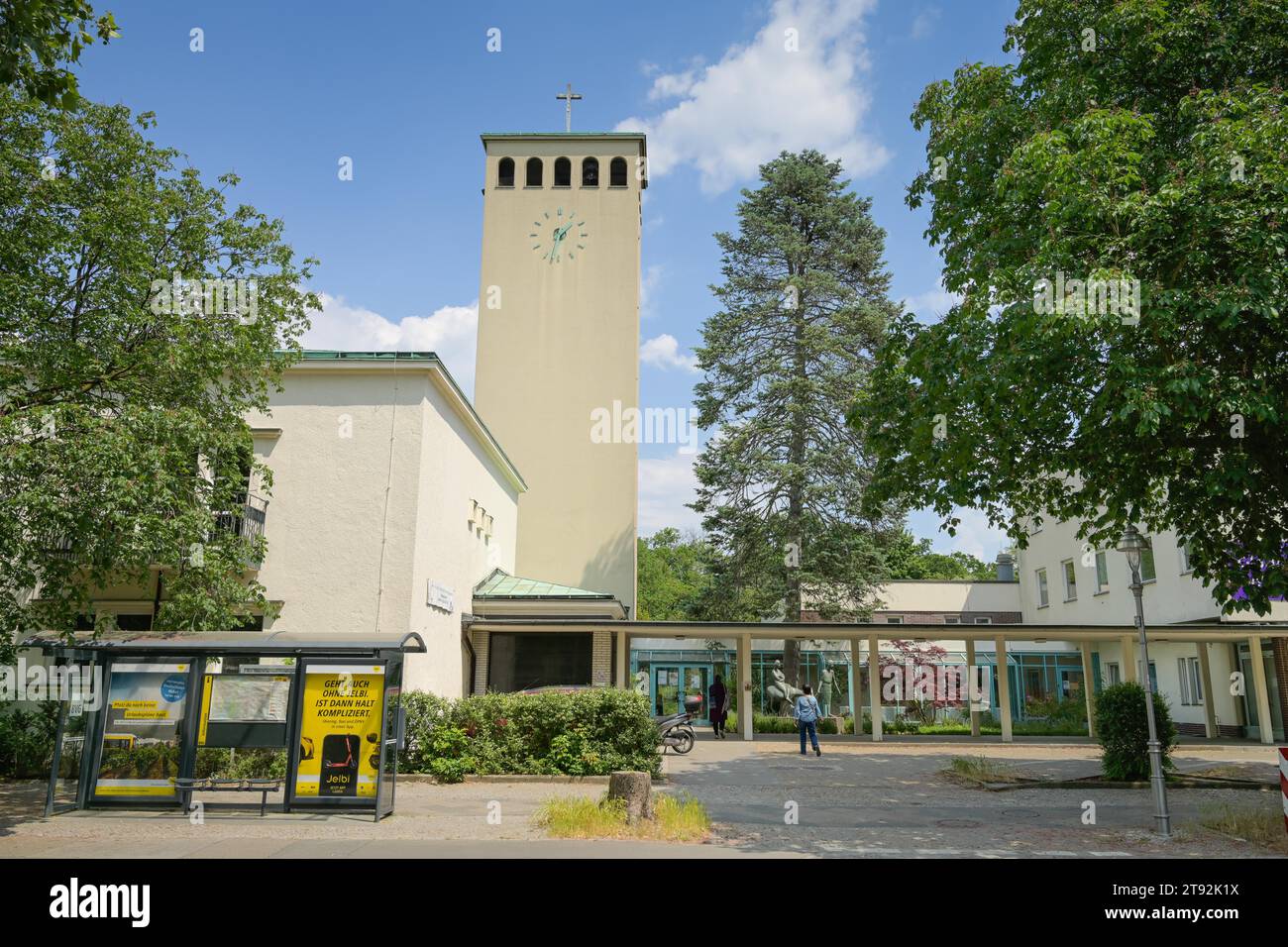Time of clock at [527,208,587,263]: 1:32
